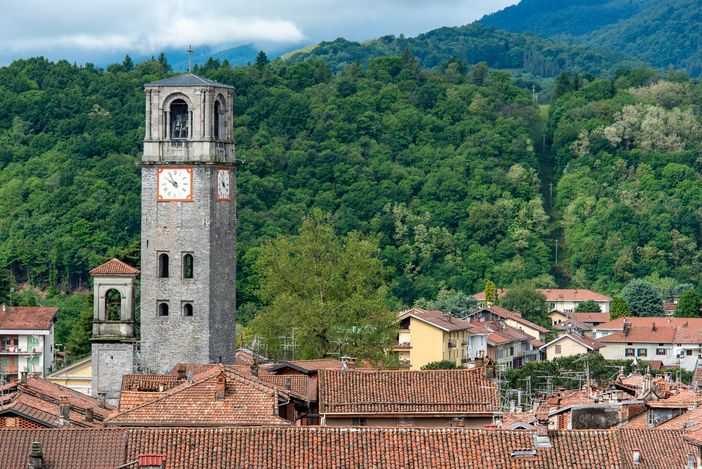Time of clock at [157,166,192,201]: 9:54
